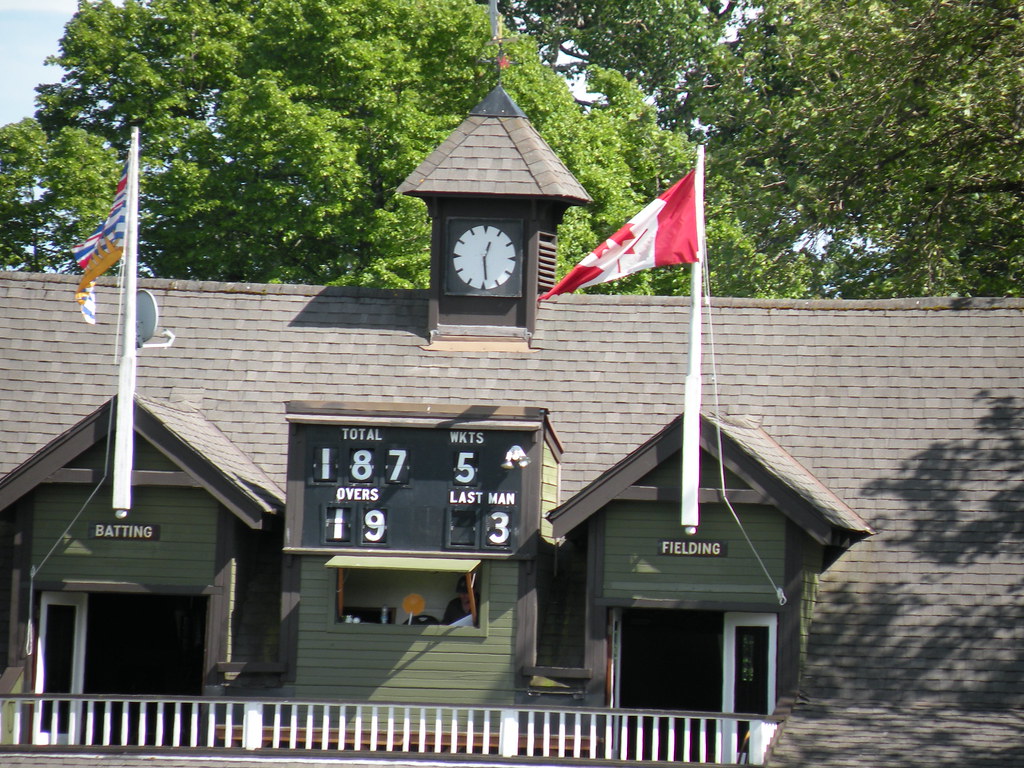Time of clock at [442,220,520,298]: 12:28
